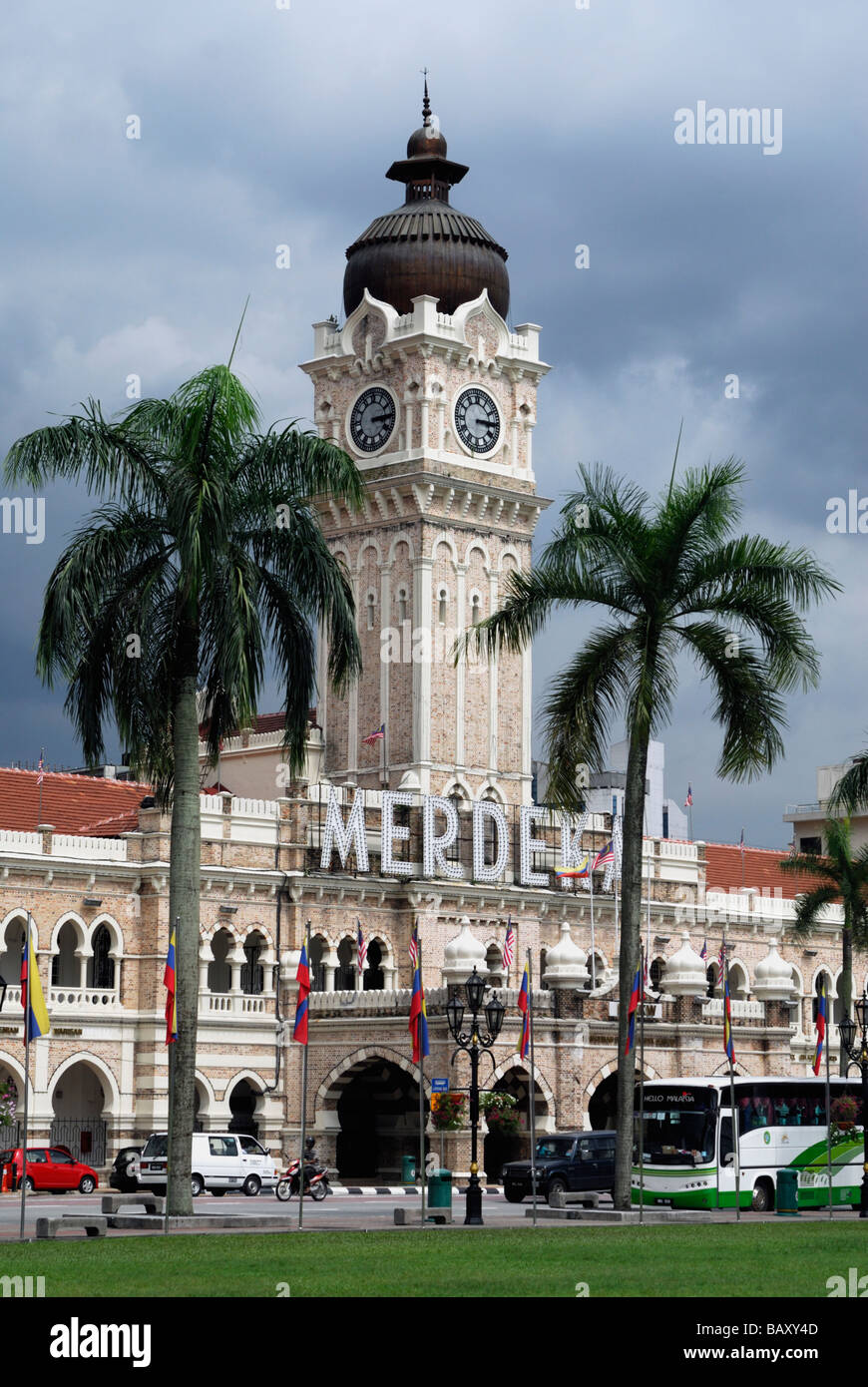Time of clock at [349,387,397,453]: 3:14
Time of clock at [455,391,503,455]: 3:14
